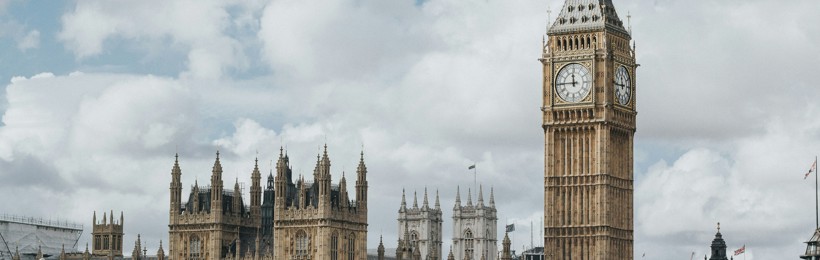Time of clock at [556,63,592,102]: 11:44
